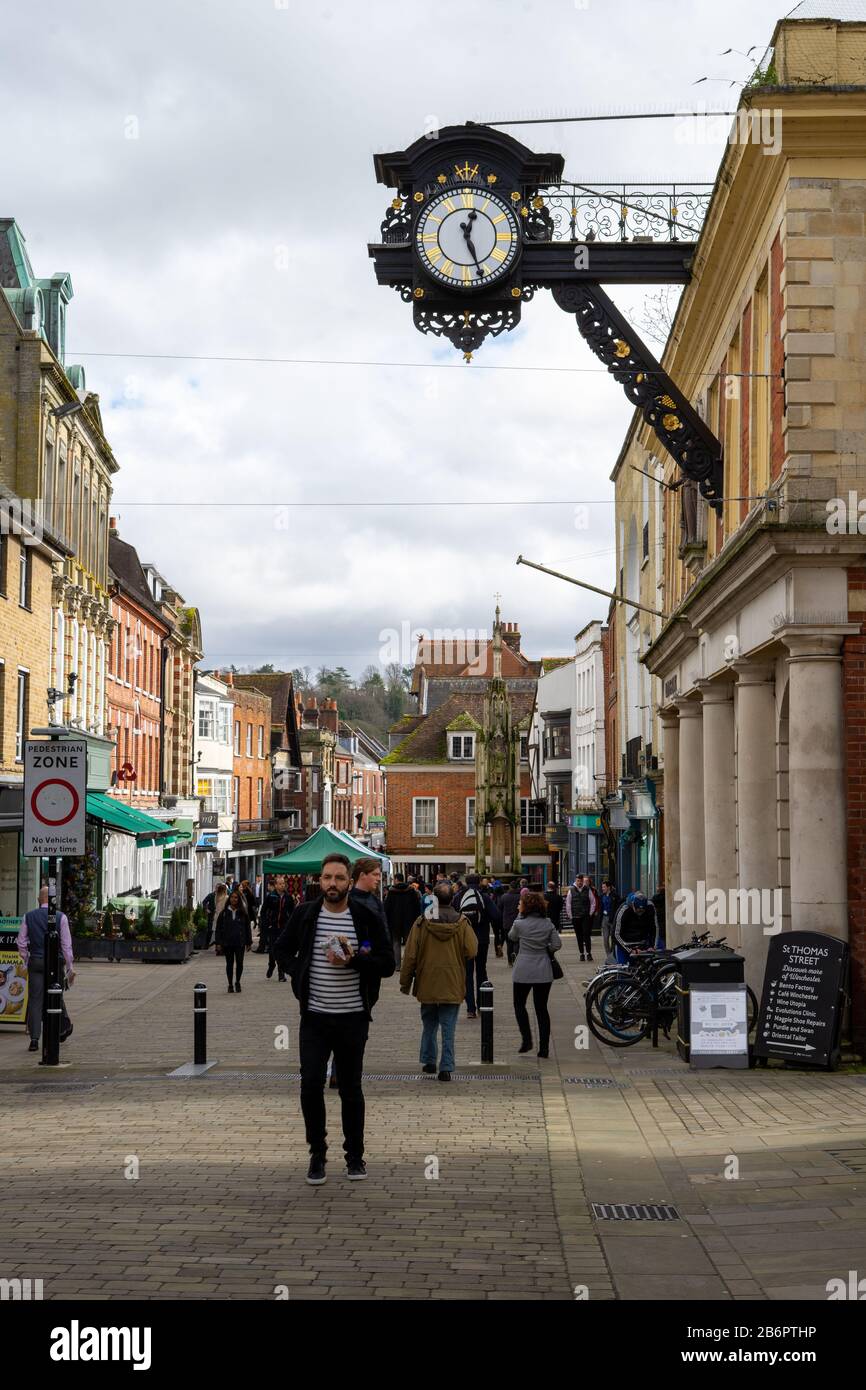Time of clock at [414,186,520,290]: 12:26
